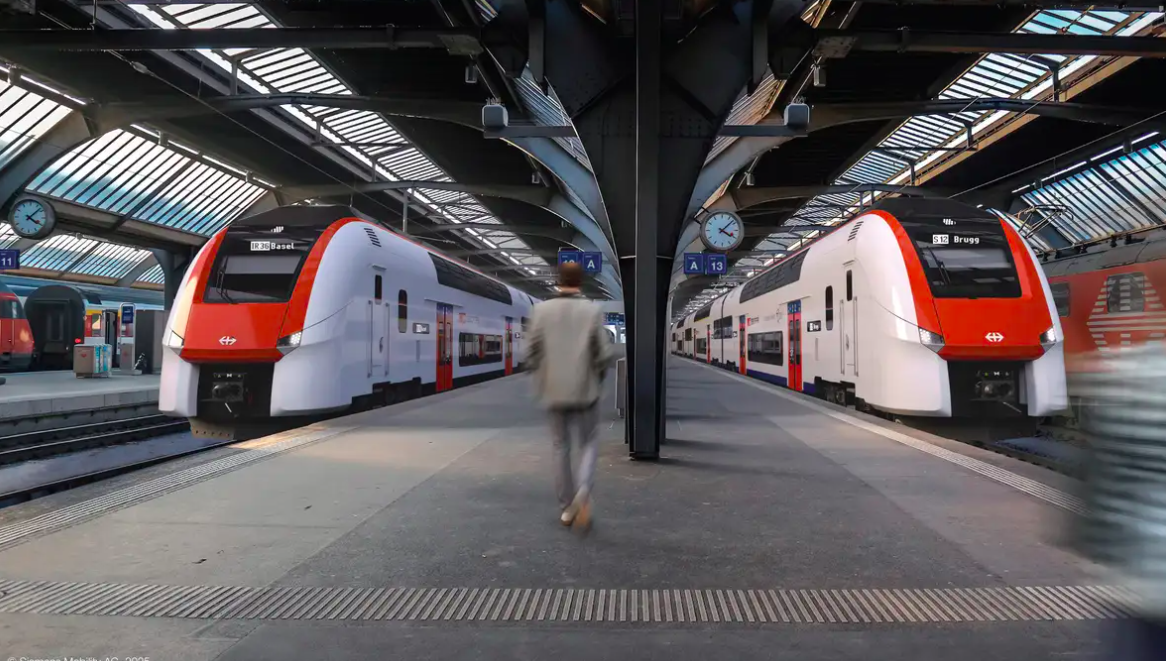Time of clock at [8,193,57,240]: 4:07
